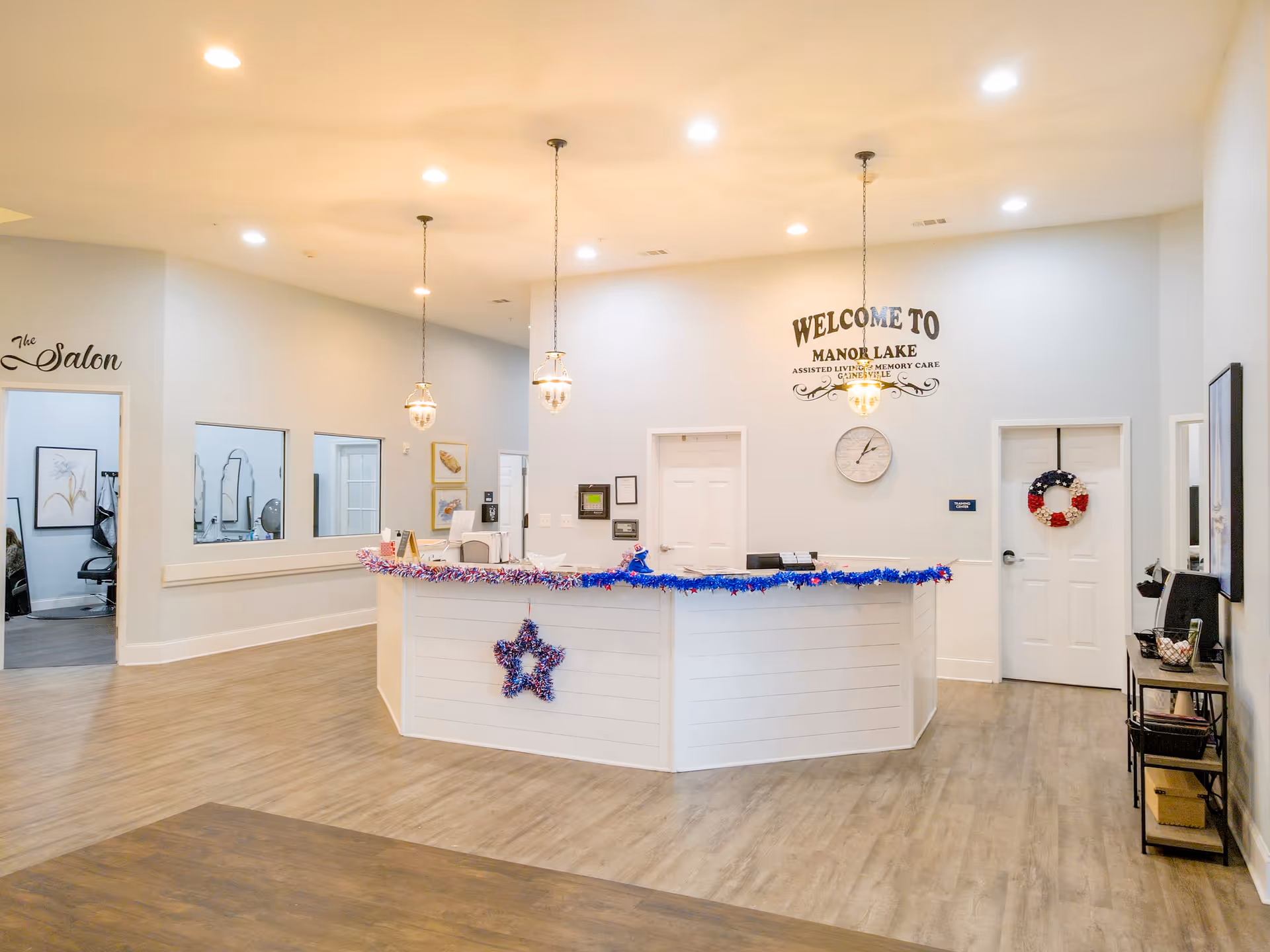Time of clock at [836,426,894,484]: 2:04
